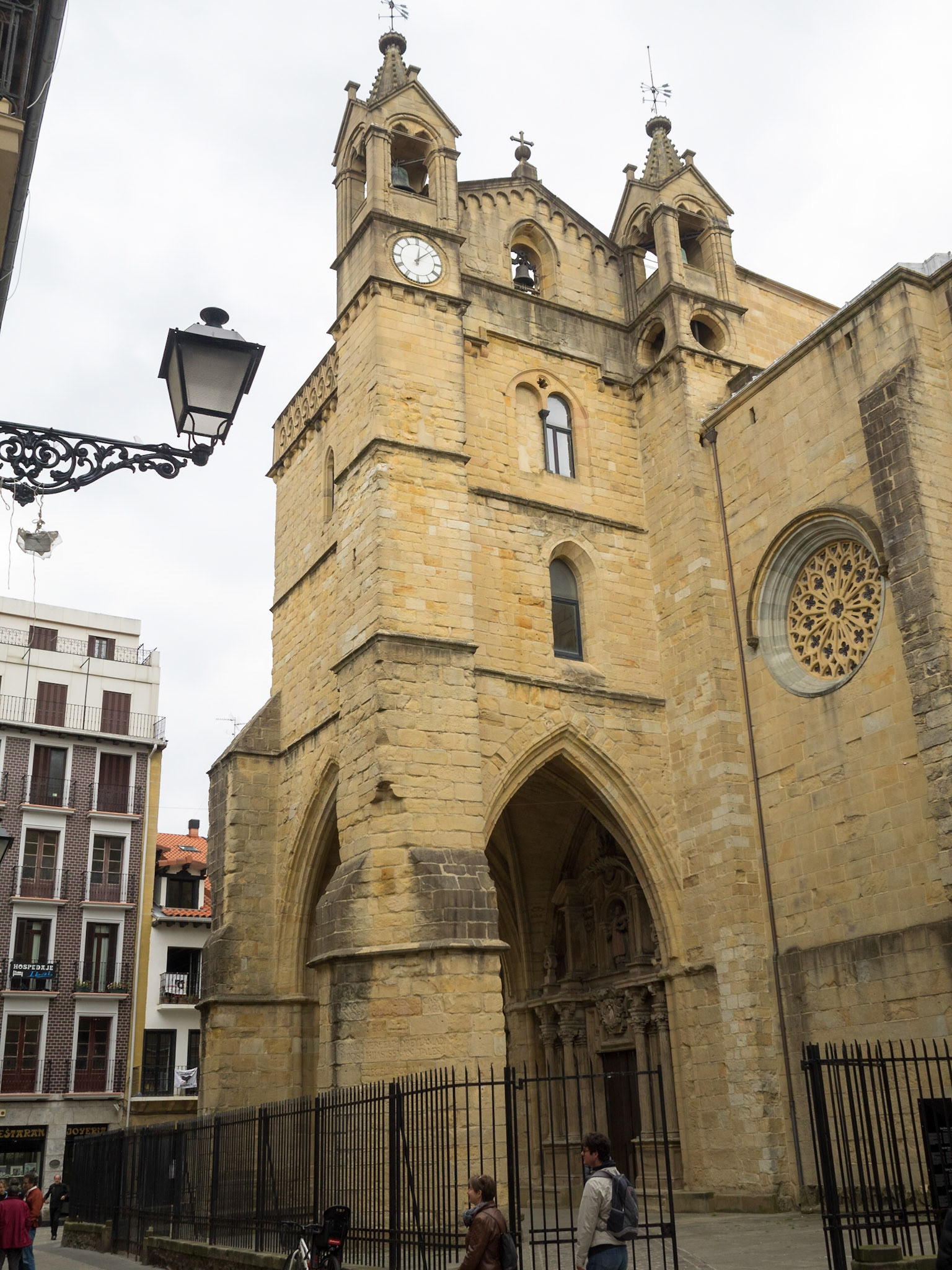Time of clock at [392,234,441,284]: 12:07
